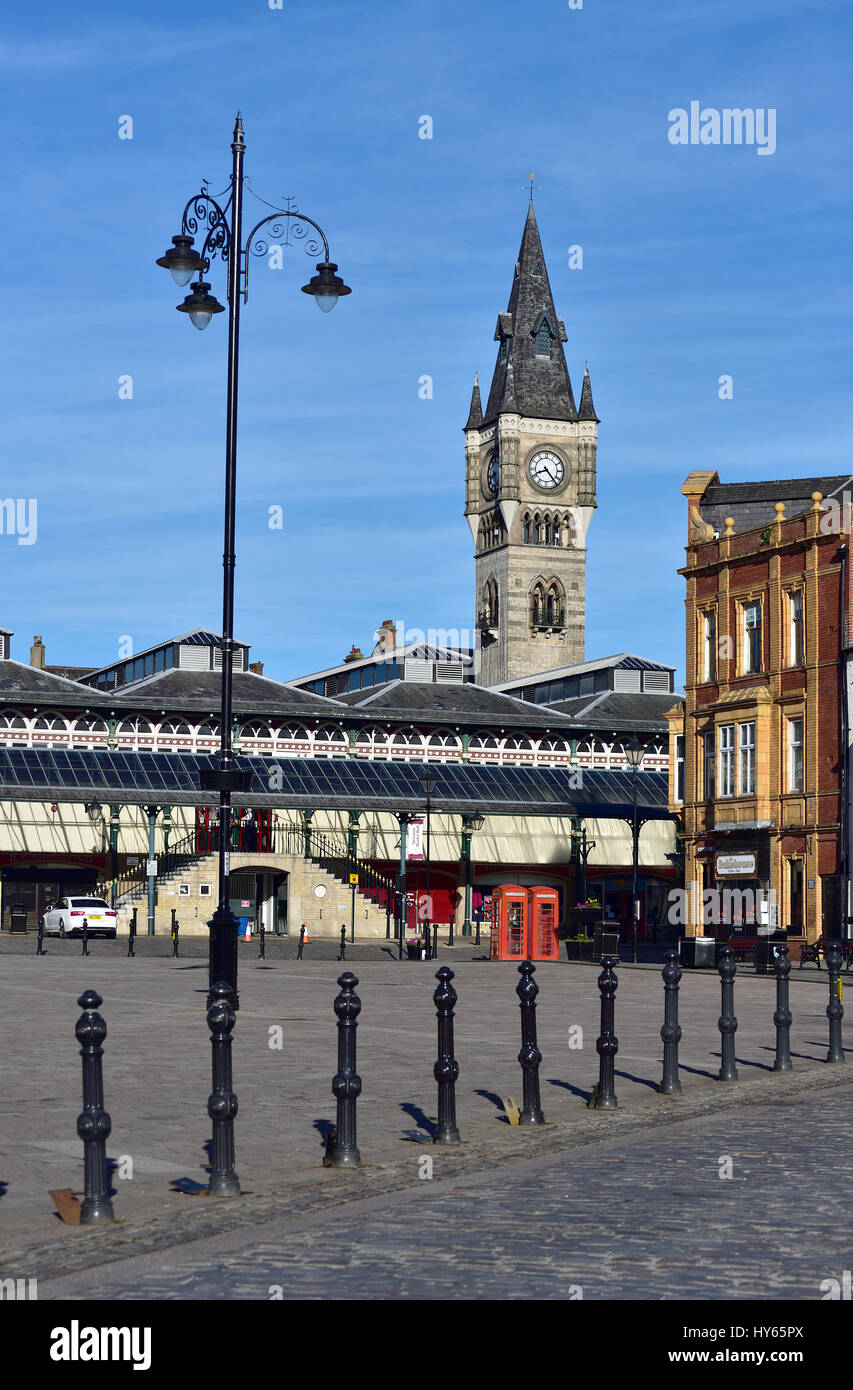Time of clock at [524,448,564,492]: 8:23
